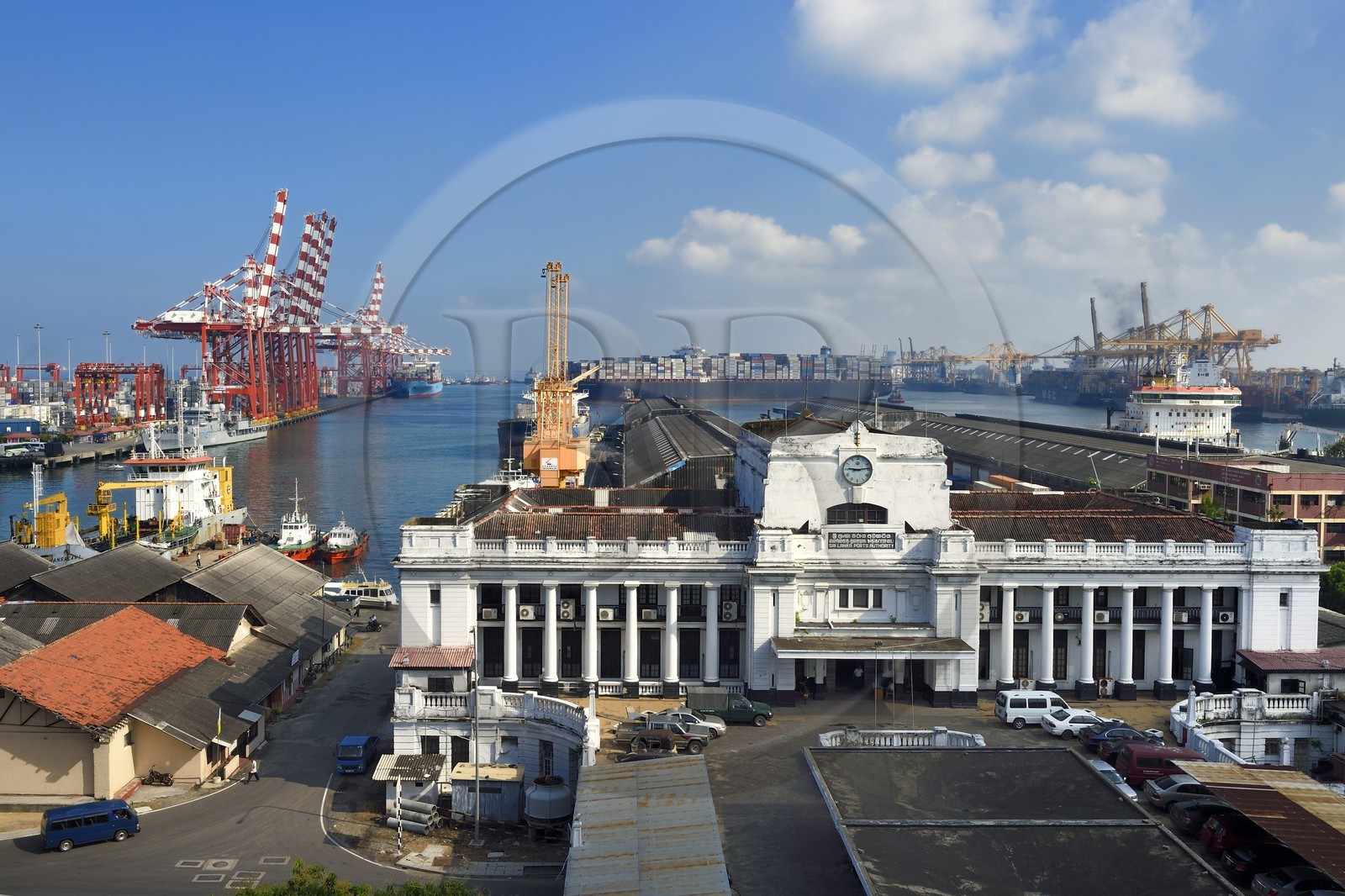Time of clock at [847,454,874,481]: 9:13
